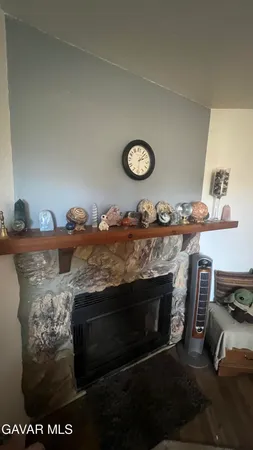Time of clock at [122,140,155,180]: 2:07
